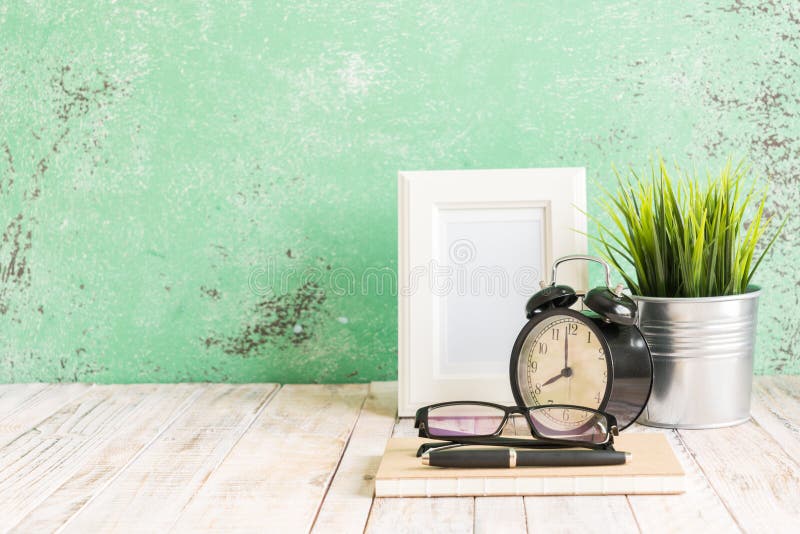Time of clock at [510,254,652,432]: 7:59
